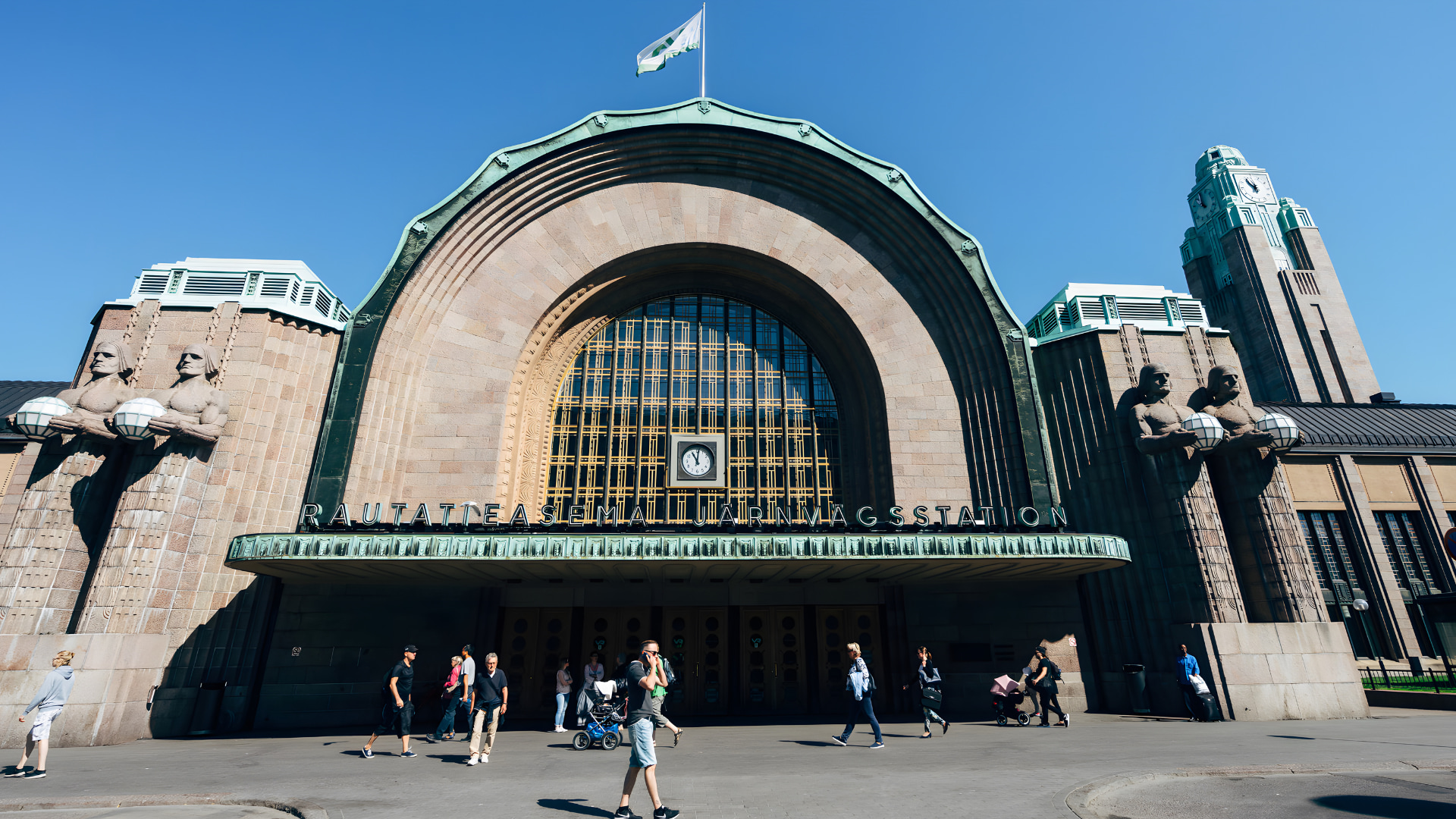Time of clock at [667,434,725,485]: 11:01
